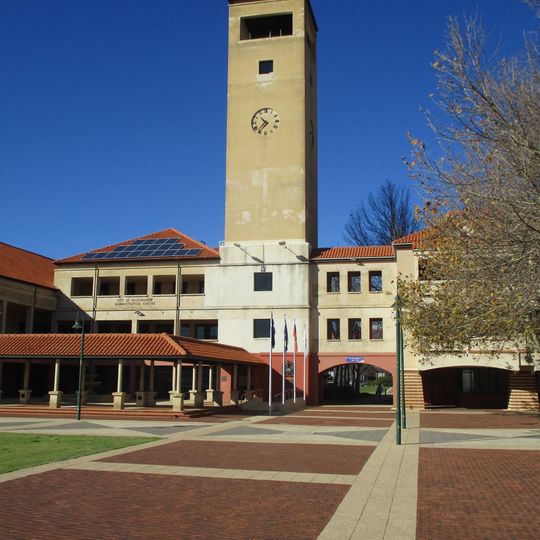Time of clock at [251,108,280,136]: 10:37
